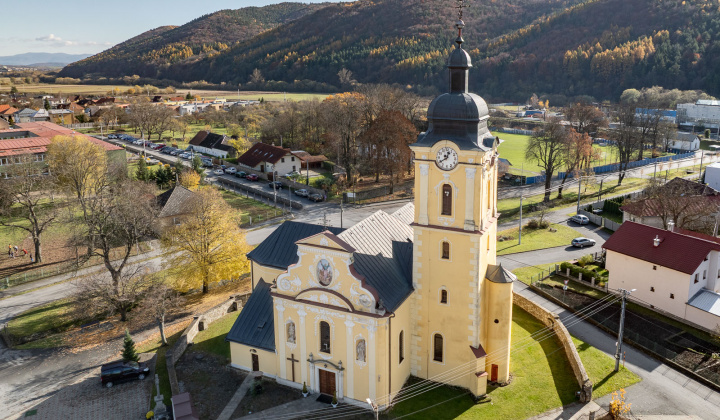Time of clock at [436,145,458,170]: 12:39
